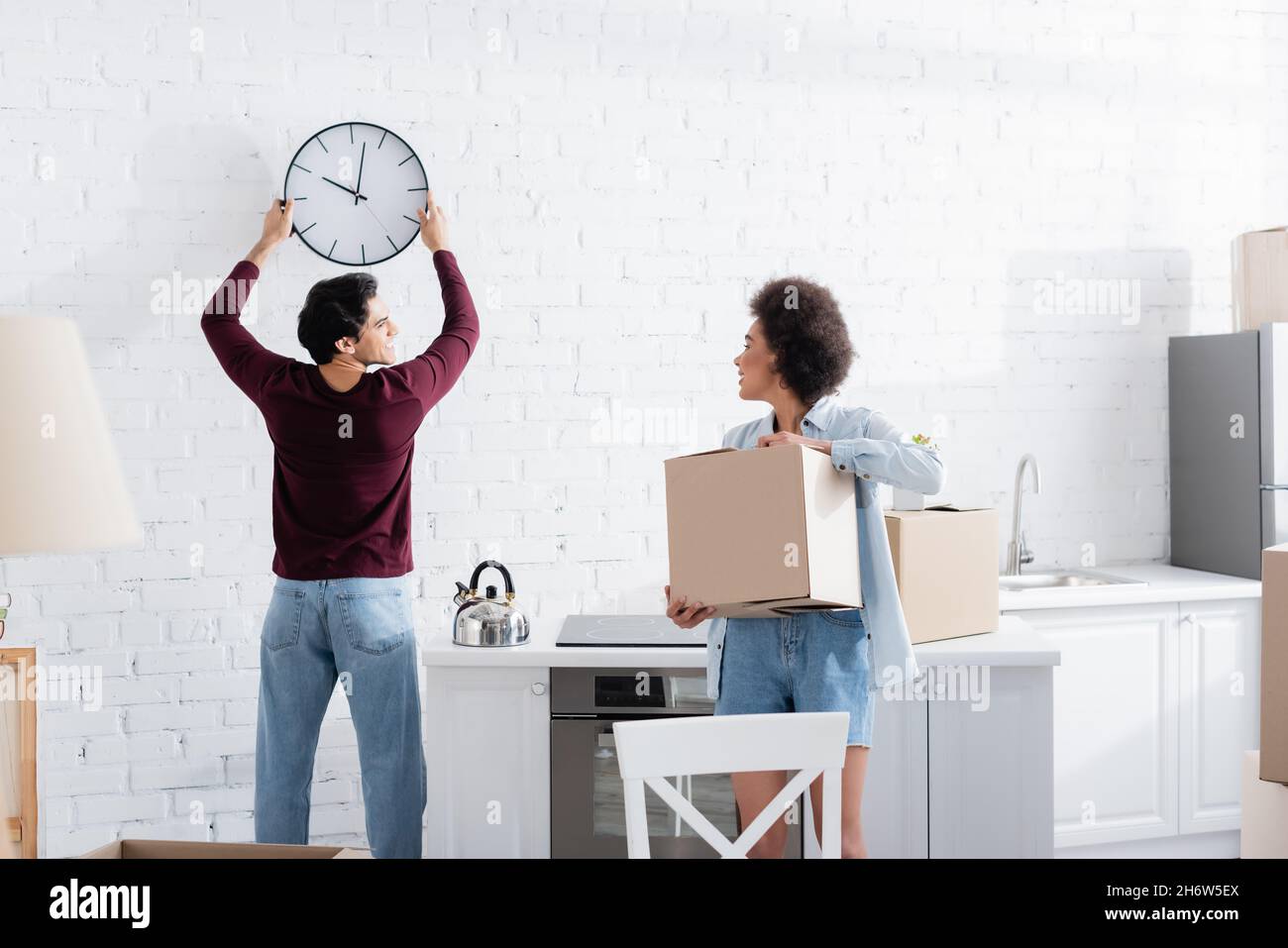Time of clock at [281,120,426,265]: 10:02
